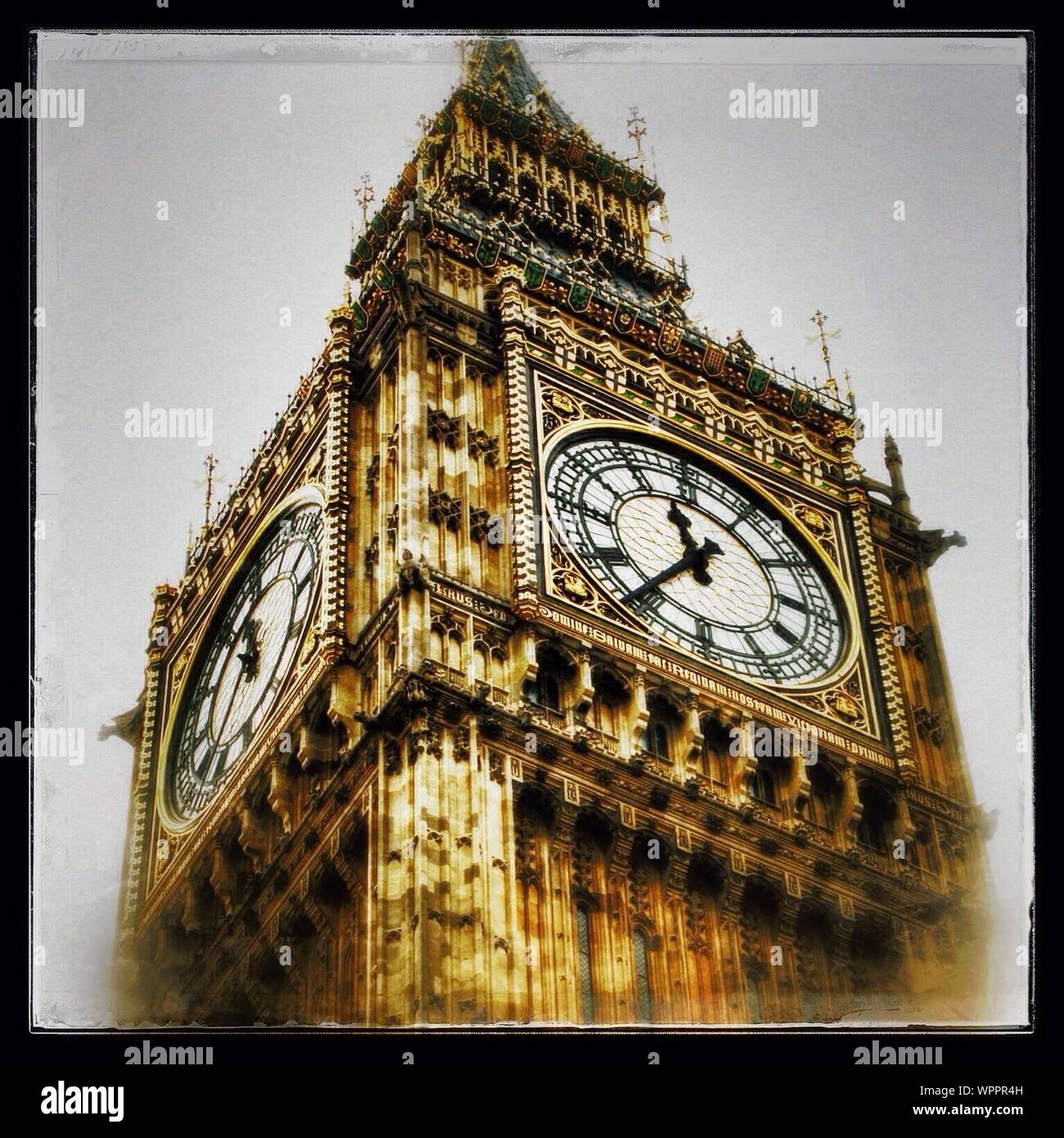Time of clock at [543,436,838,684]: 11:35
